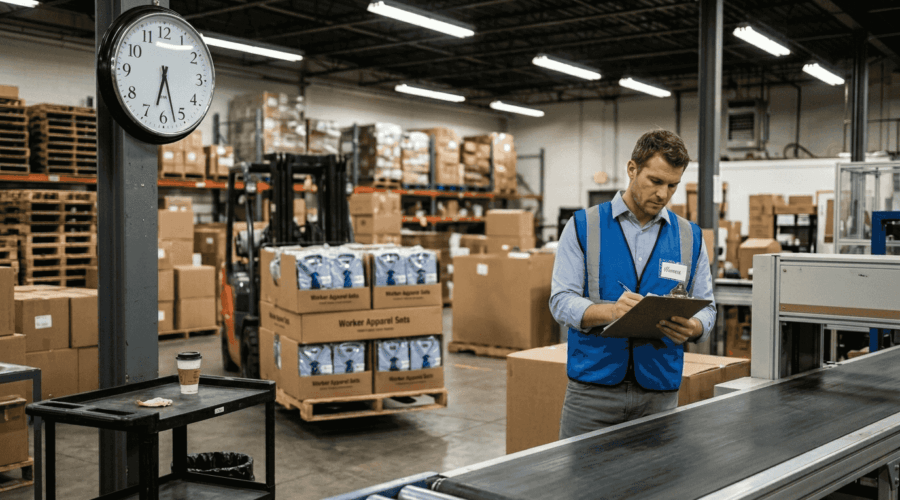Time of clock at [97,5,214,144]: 6:27
